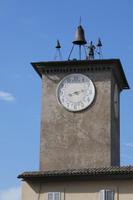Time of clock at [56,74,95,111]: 8:12
